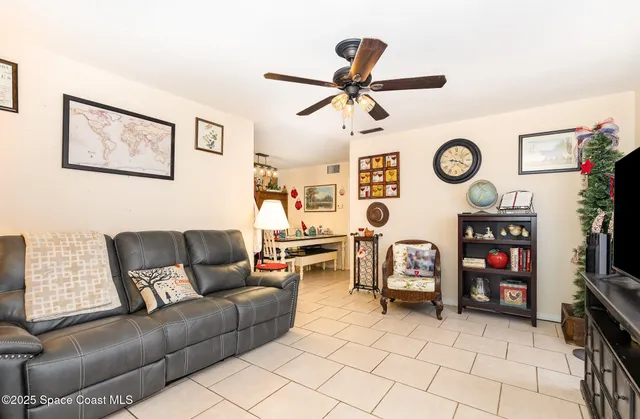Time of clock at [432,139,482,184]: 9:19
